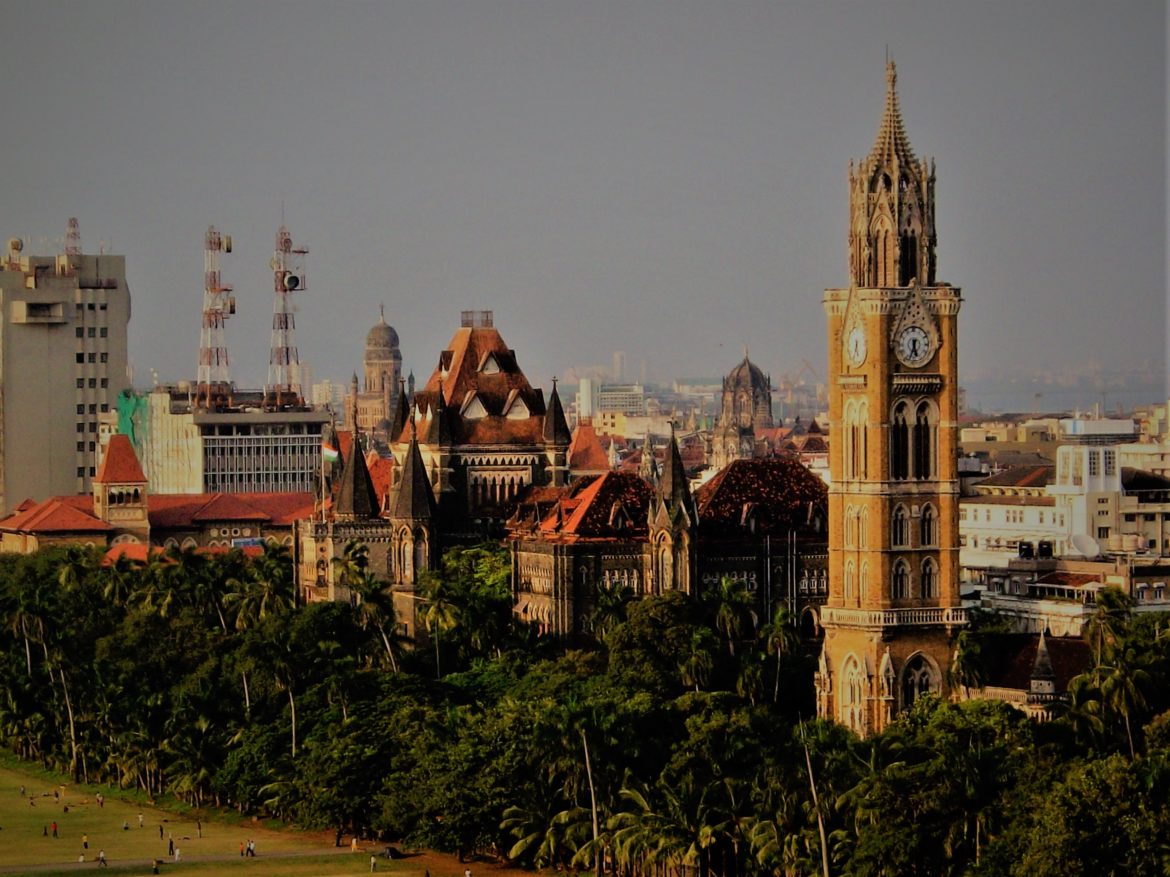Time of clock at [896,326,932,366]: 5:33
